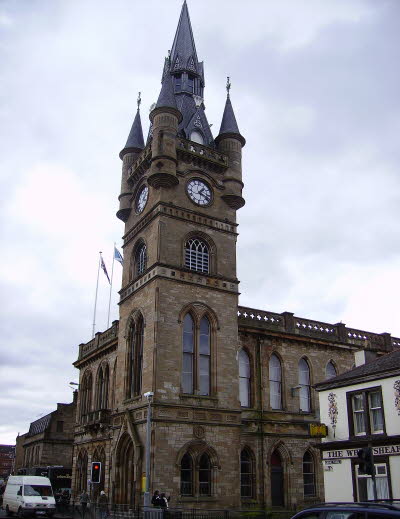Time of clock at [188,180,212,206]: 1:18
